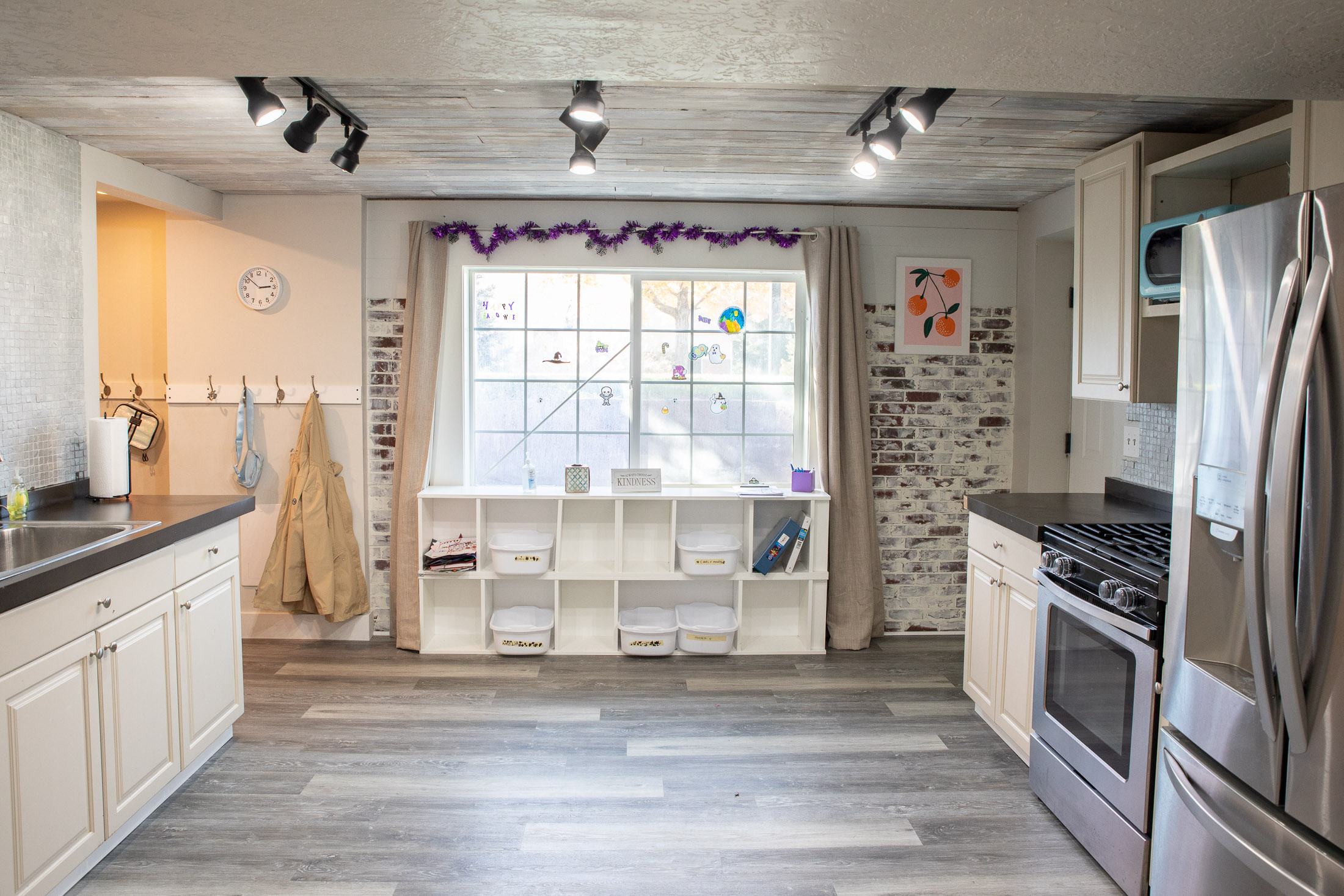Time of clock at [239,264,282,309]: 2:52
